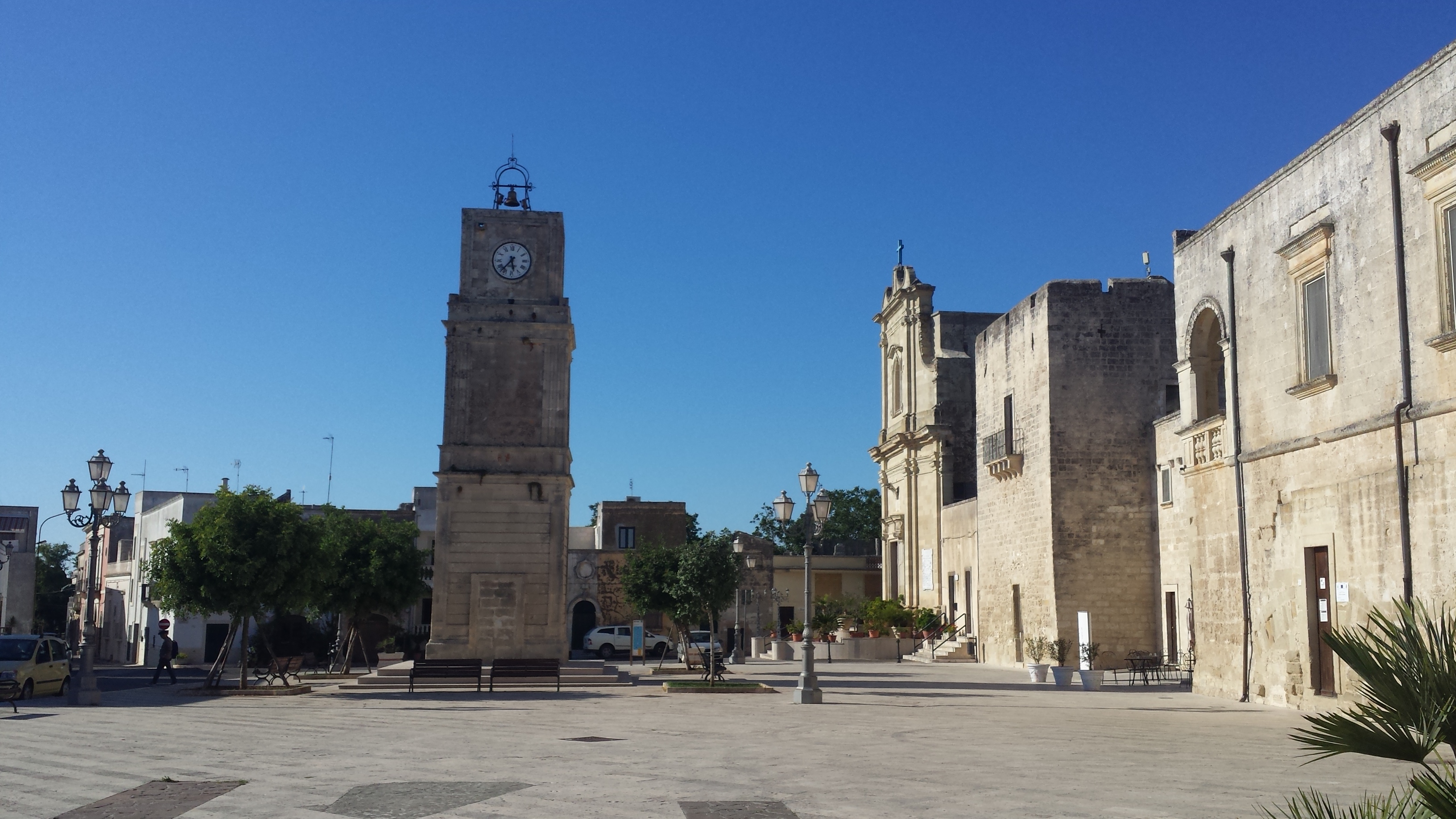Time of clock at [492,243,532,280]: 5:36
